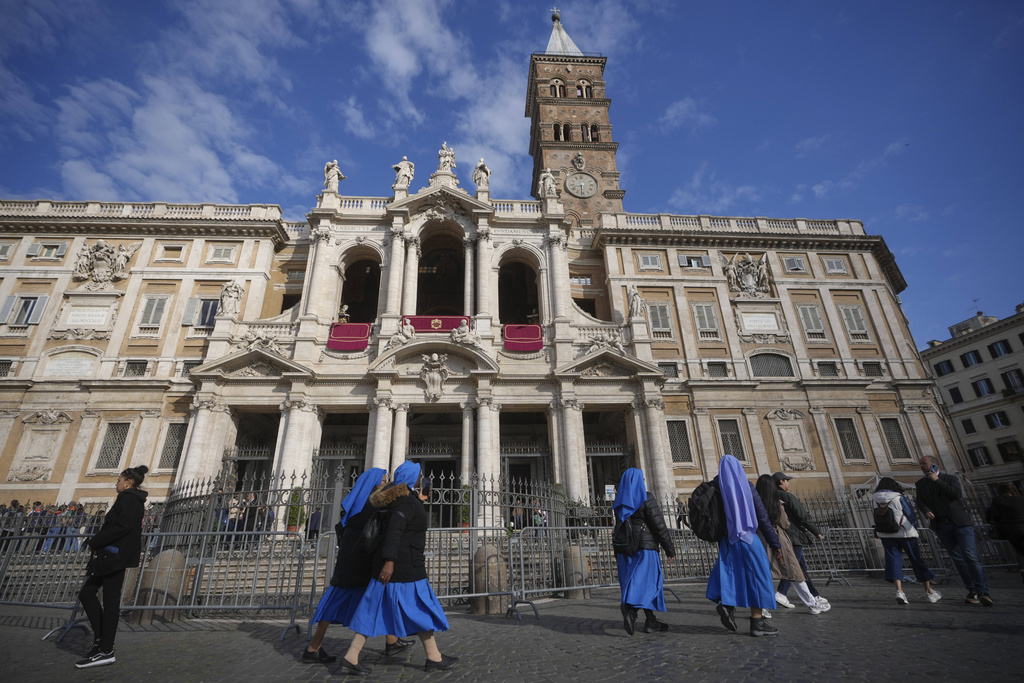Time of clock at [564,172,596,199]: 8:31
